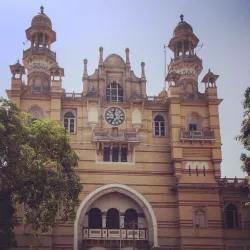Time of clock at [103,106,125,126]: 11:35
